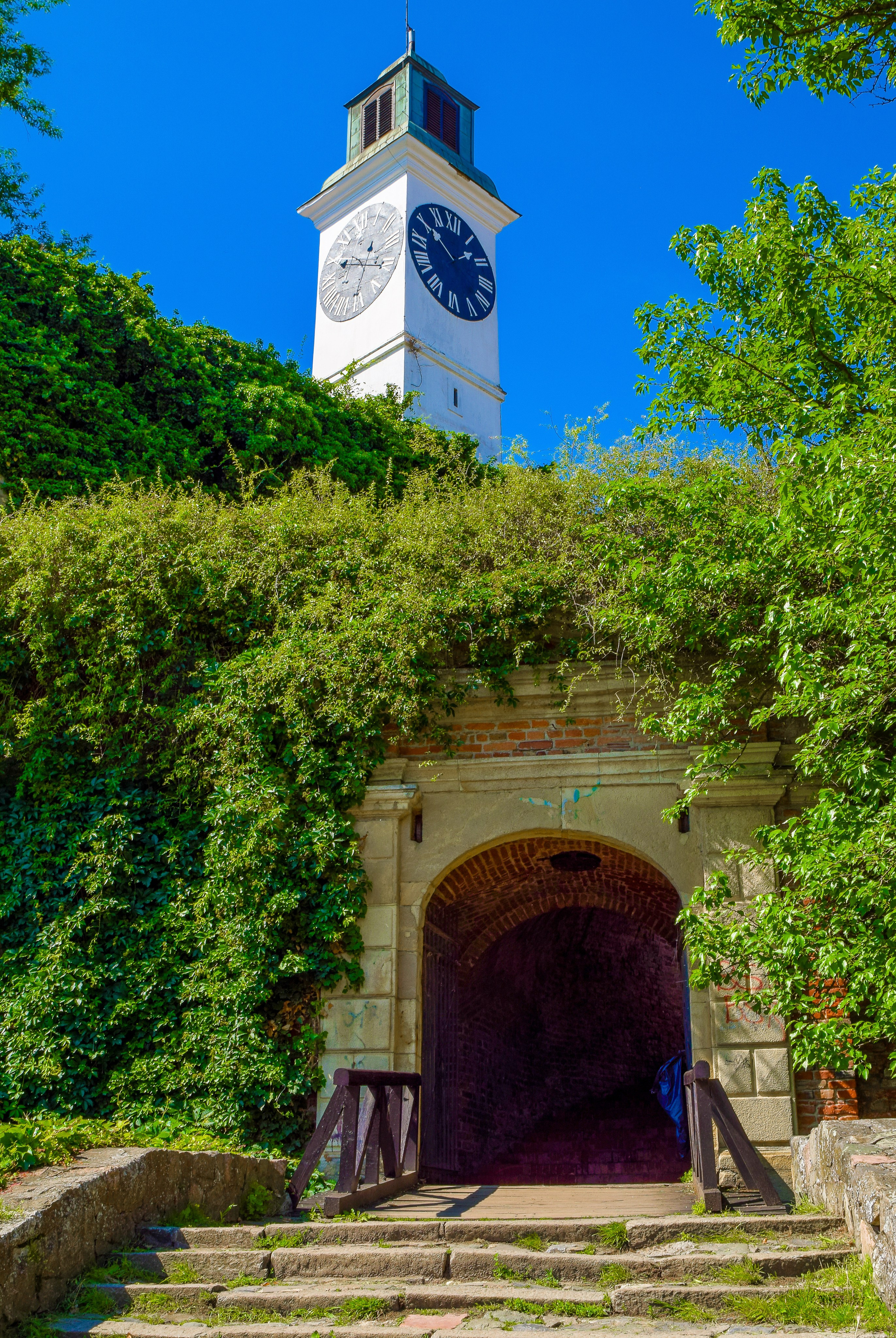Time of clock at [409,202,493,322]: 1:50
